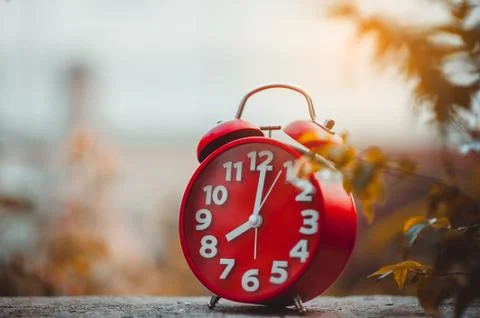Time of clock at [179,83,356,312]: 8:01
